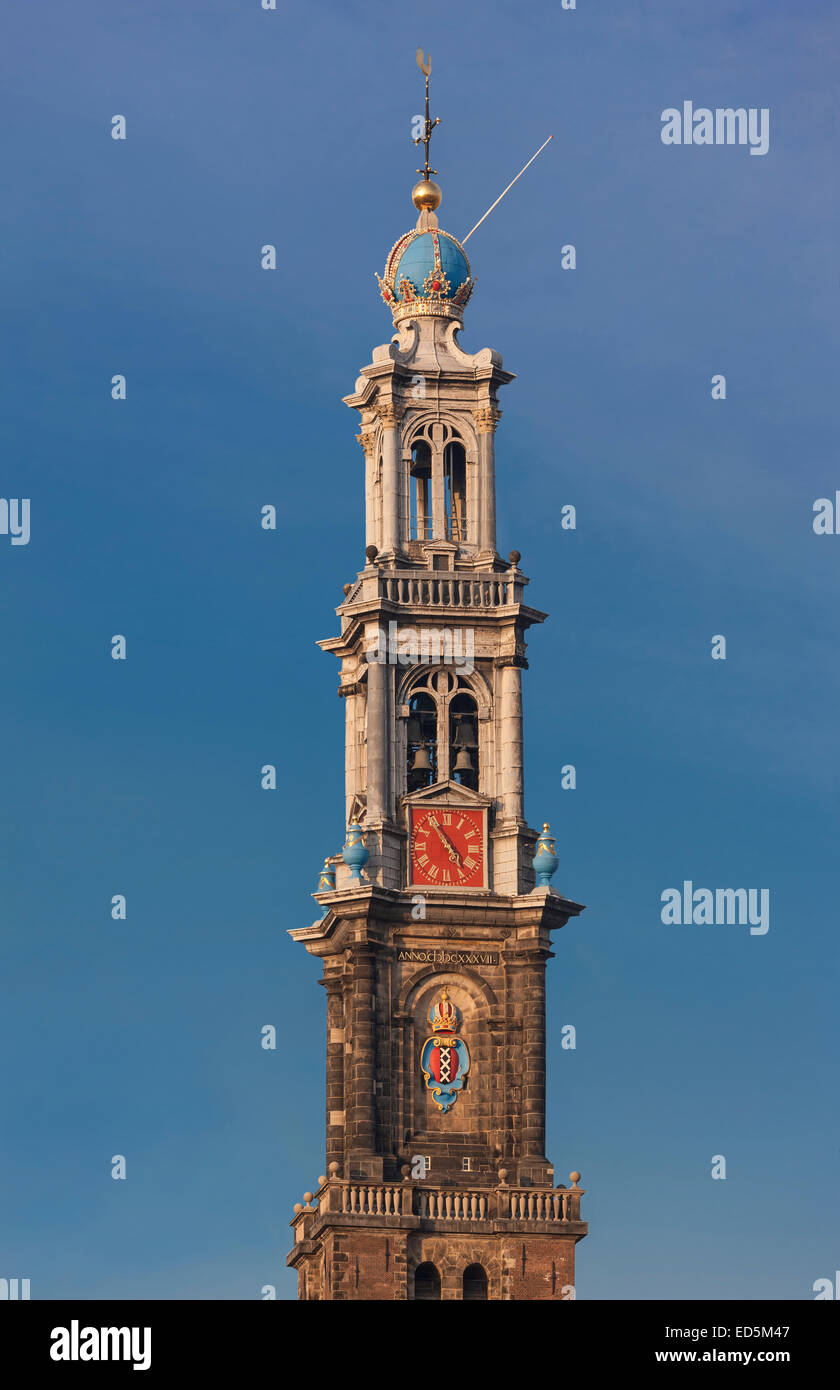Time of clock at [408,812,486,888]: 4:54
